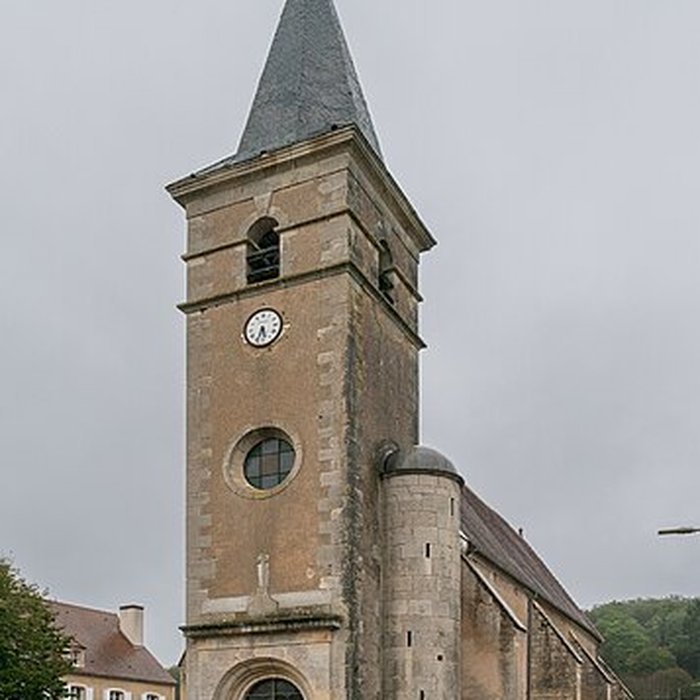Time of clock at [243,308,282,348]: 5:33
